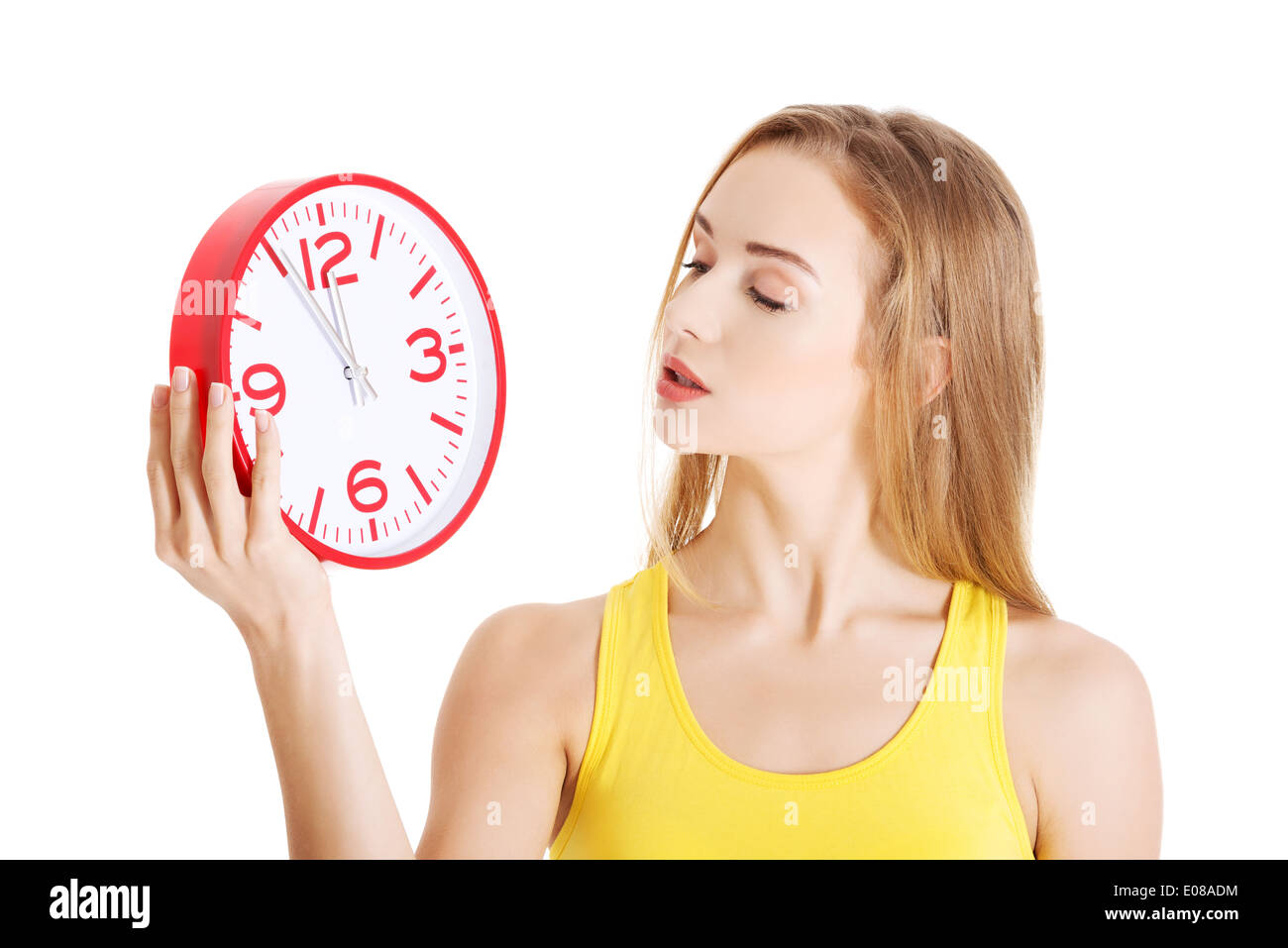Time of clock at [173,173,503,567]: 11:55
